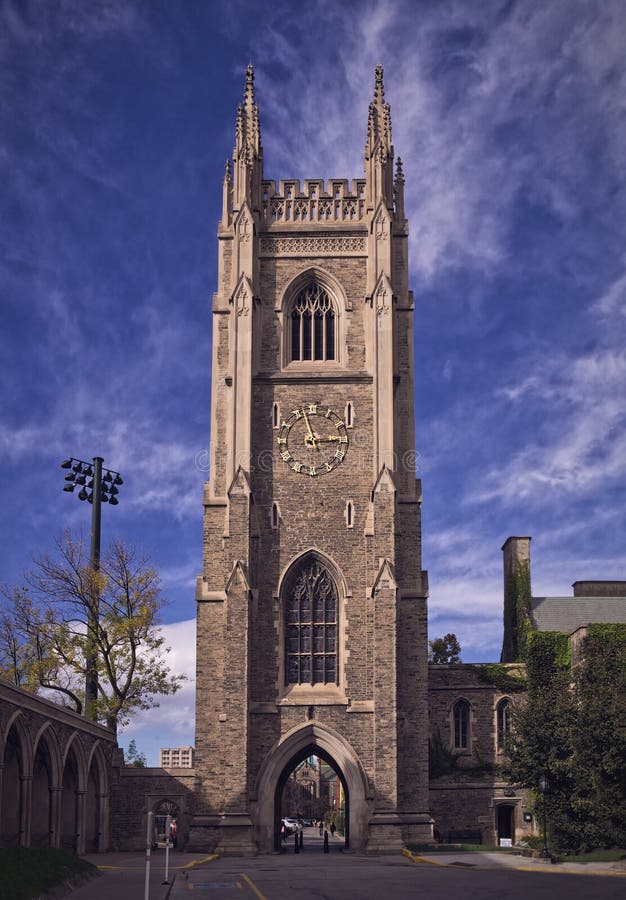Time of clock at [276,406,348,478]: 2:57
